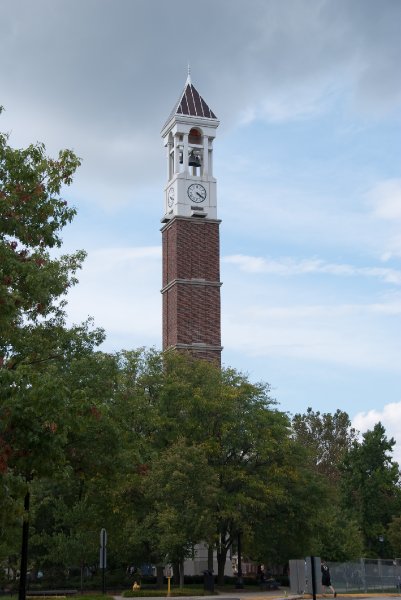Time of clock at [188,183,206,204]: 4:20
